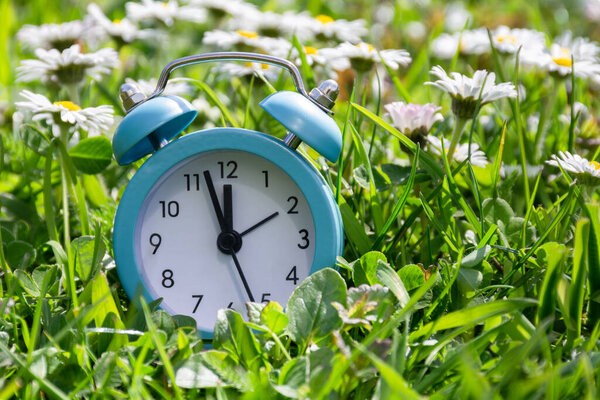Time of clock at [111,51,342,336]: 11:57
